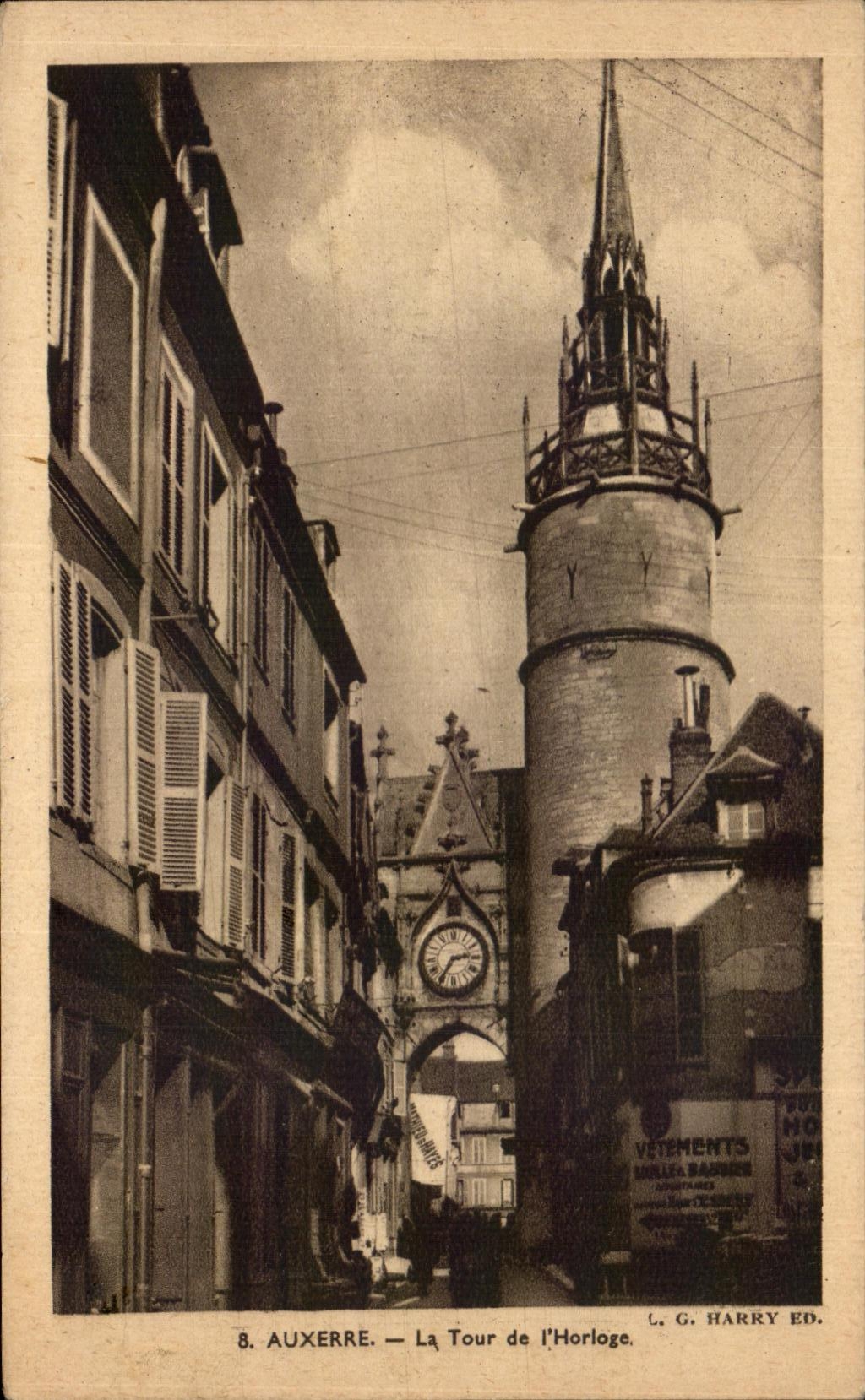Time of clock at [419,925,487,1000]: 2:35
